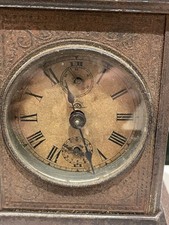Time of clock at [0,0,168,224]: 11:27
